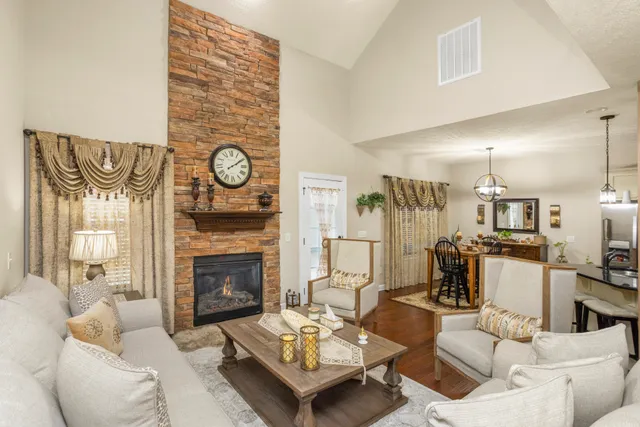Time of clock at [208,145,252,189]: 2:09
